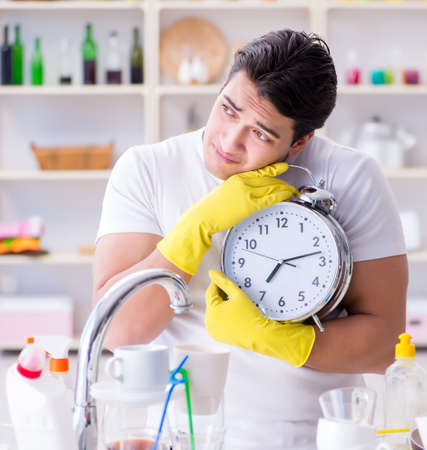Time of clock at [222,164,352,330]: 7:12
